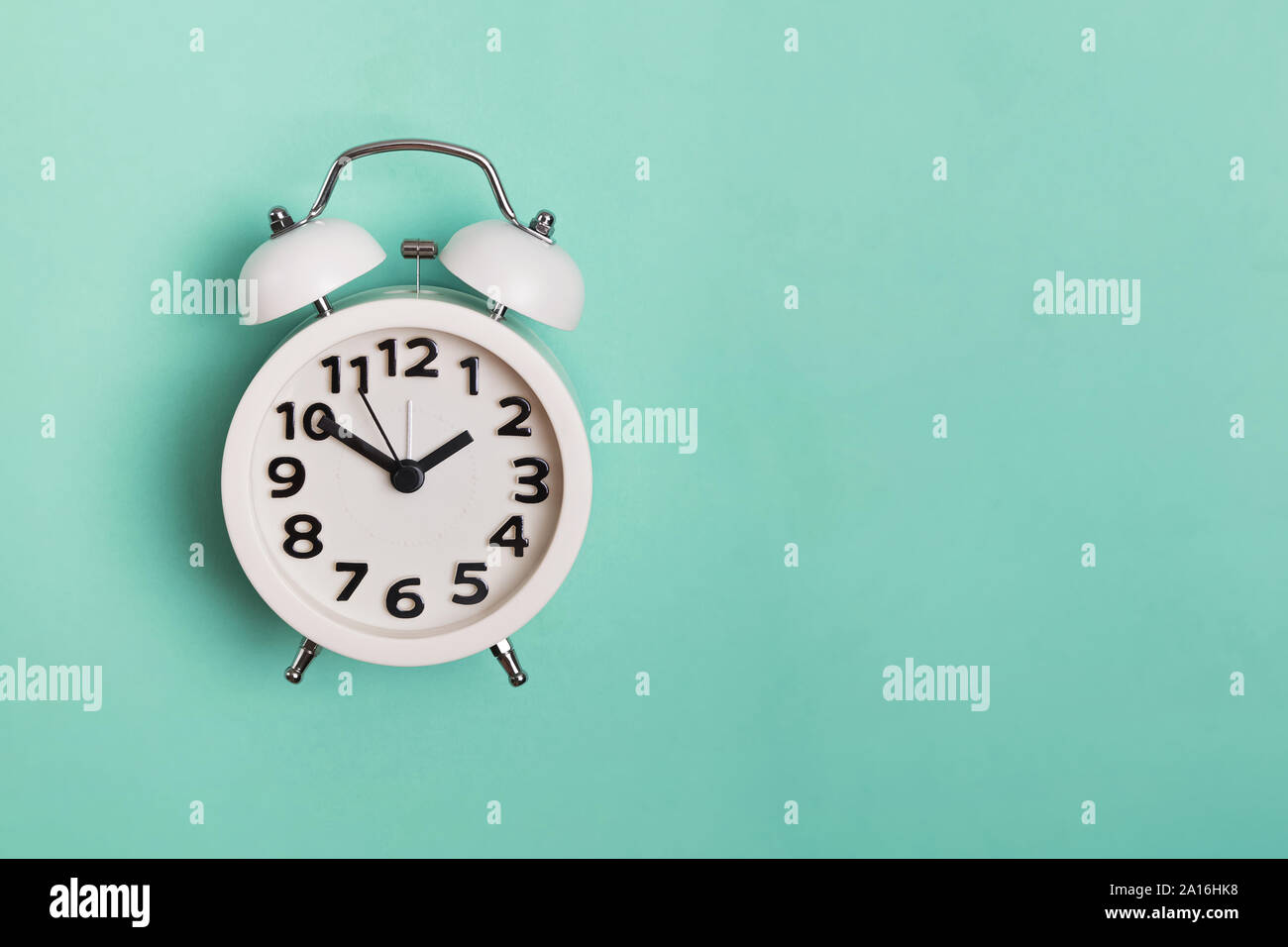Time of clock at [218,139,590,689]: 1:50
